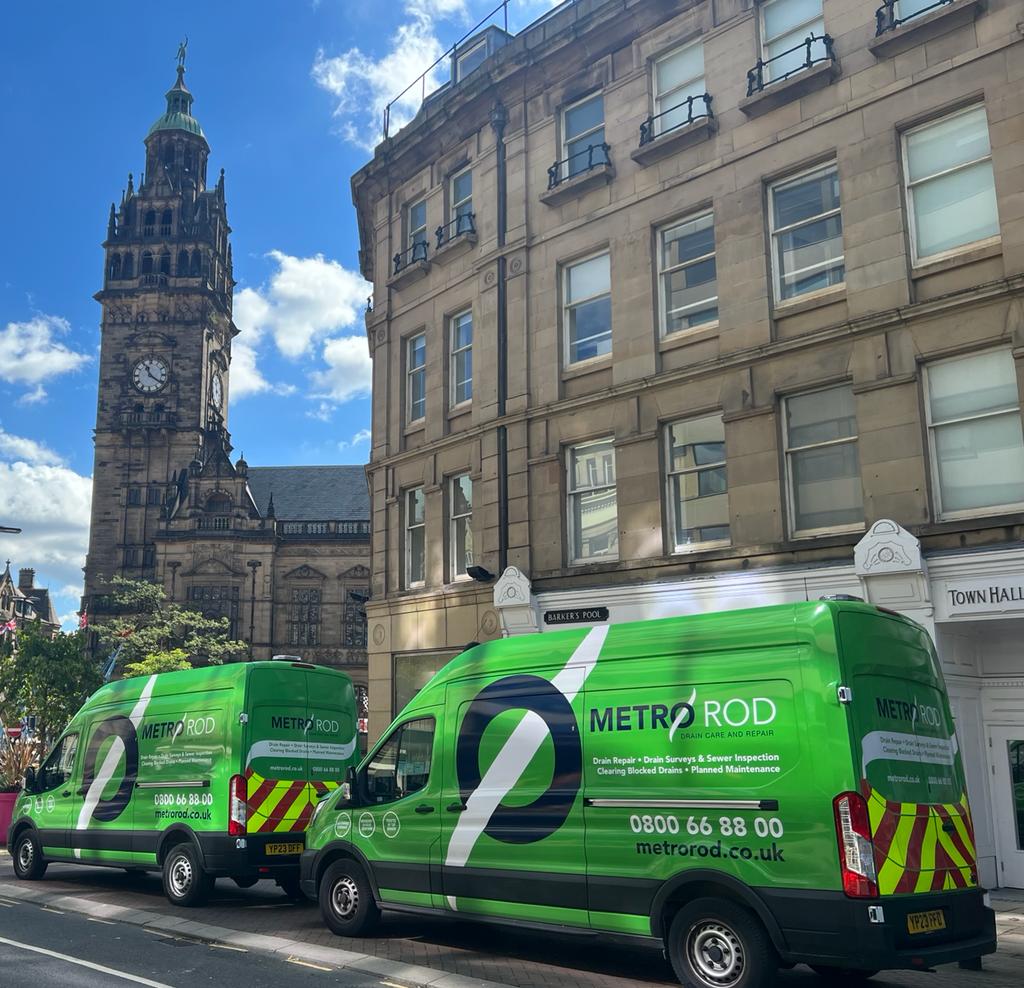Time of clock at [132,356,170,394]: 11:21
